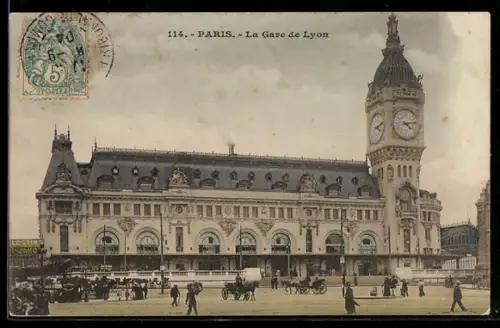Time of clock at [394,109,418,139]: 4:12
